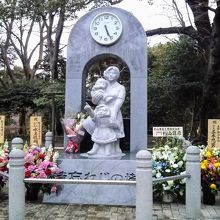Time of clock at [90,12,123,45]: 5:26
